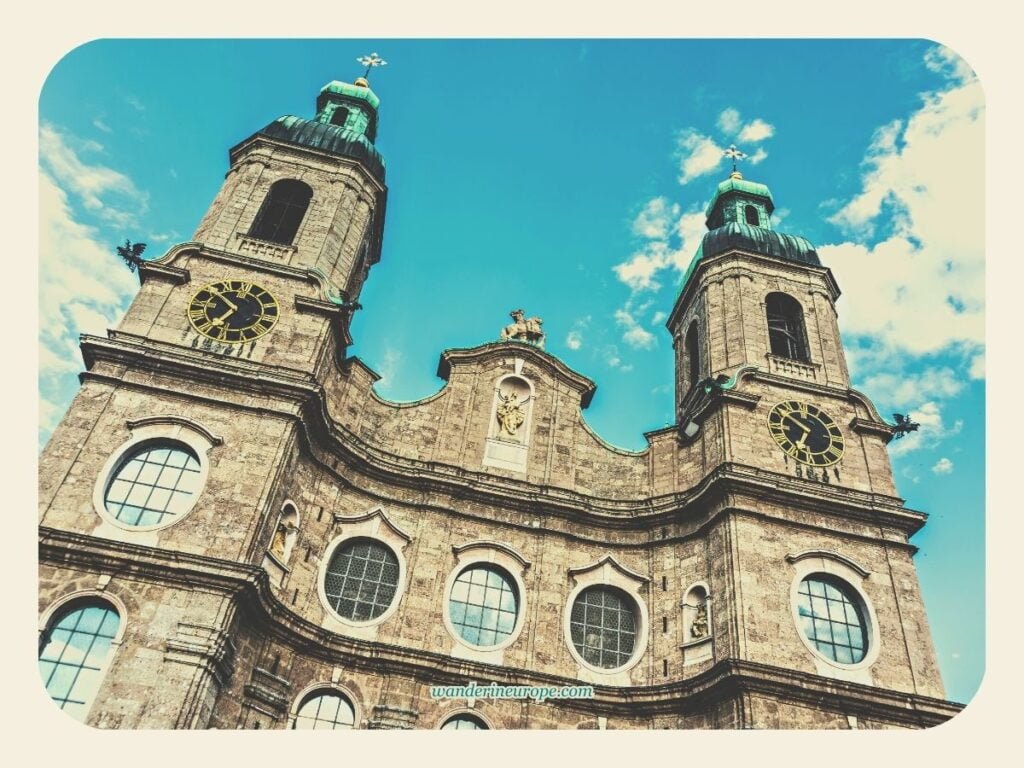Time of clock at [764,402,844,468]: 6:50
